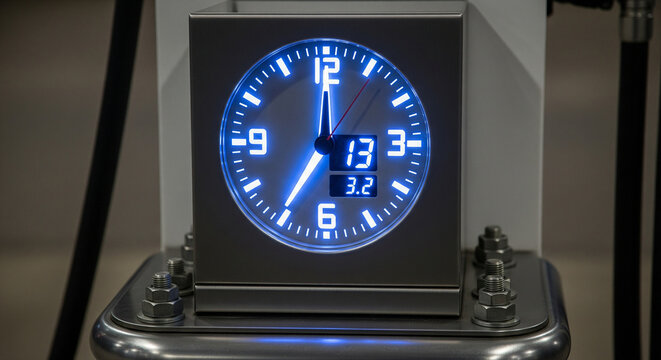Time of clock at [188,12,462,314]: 7:00
